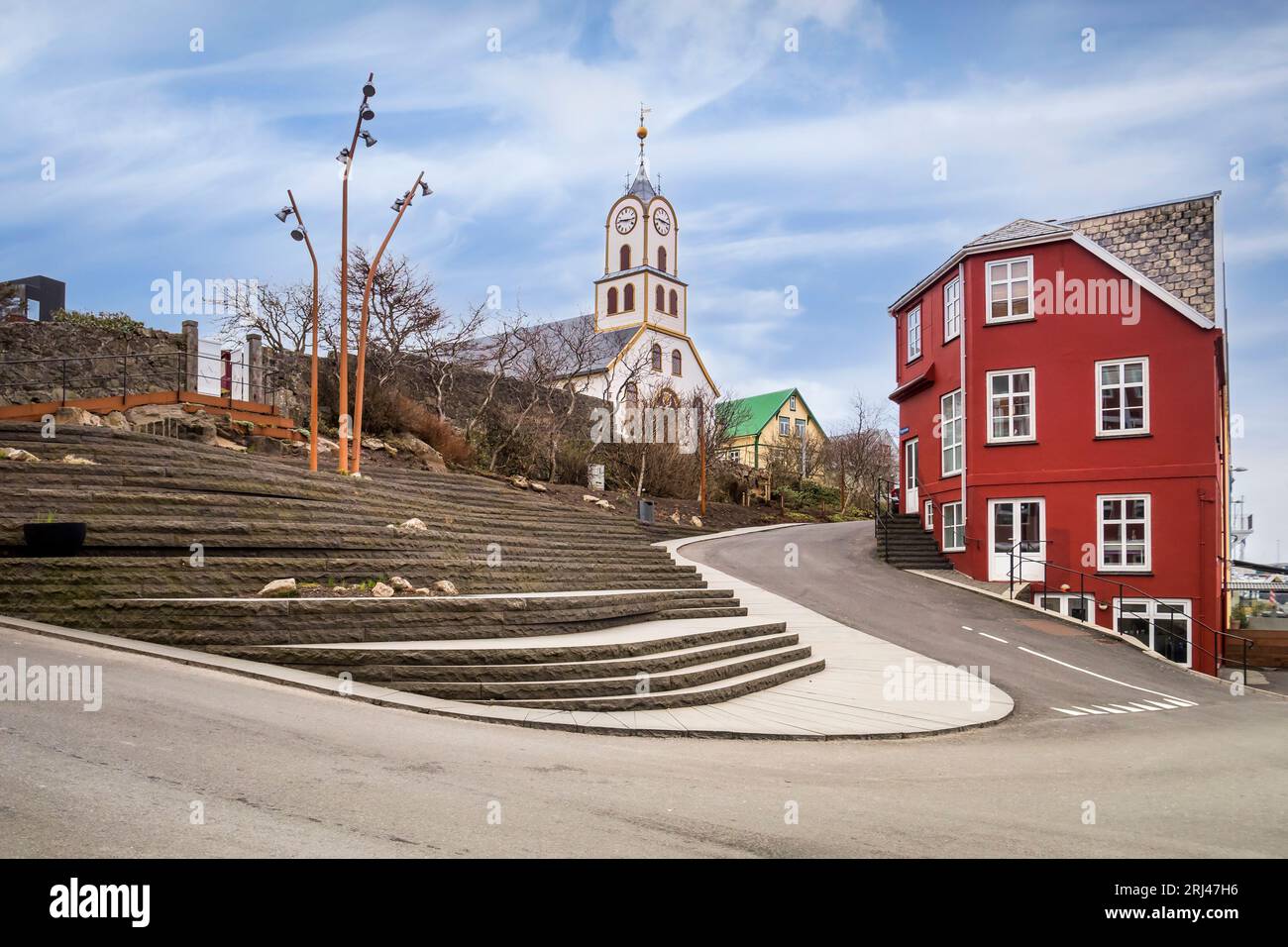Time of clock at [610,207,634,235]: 9:15
